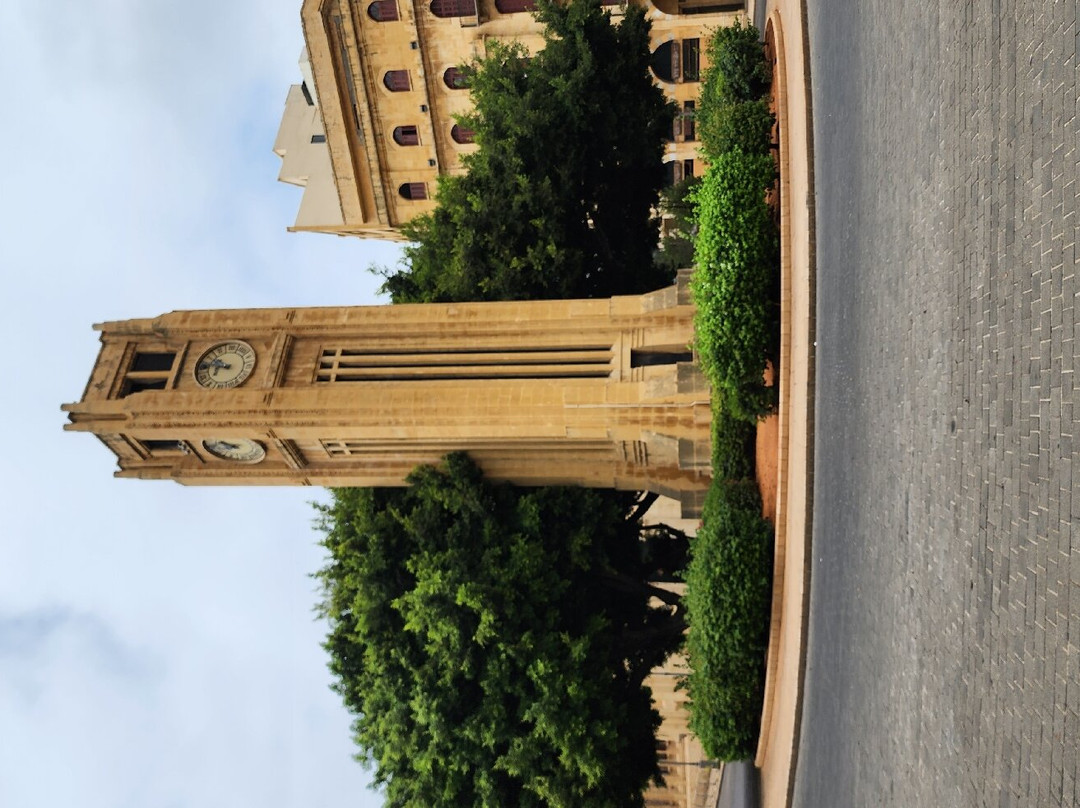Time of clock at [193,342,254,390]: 9:45
